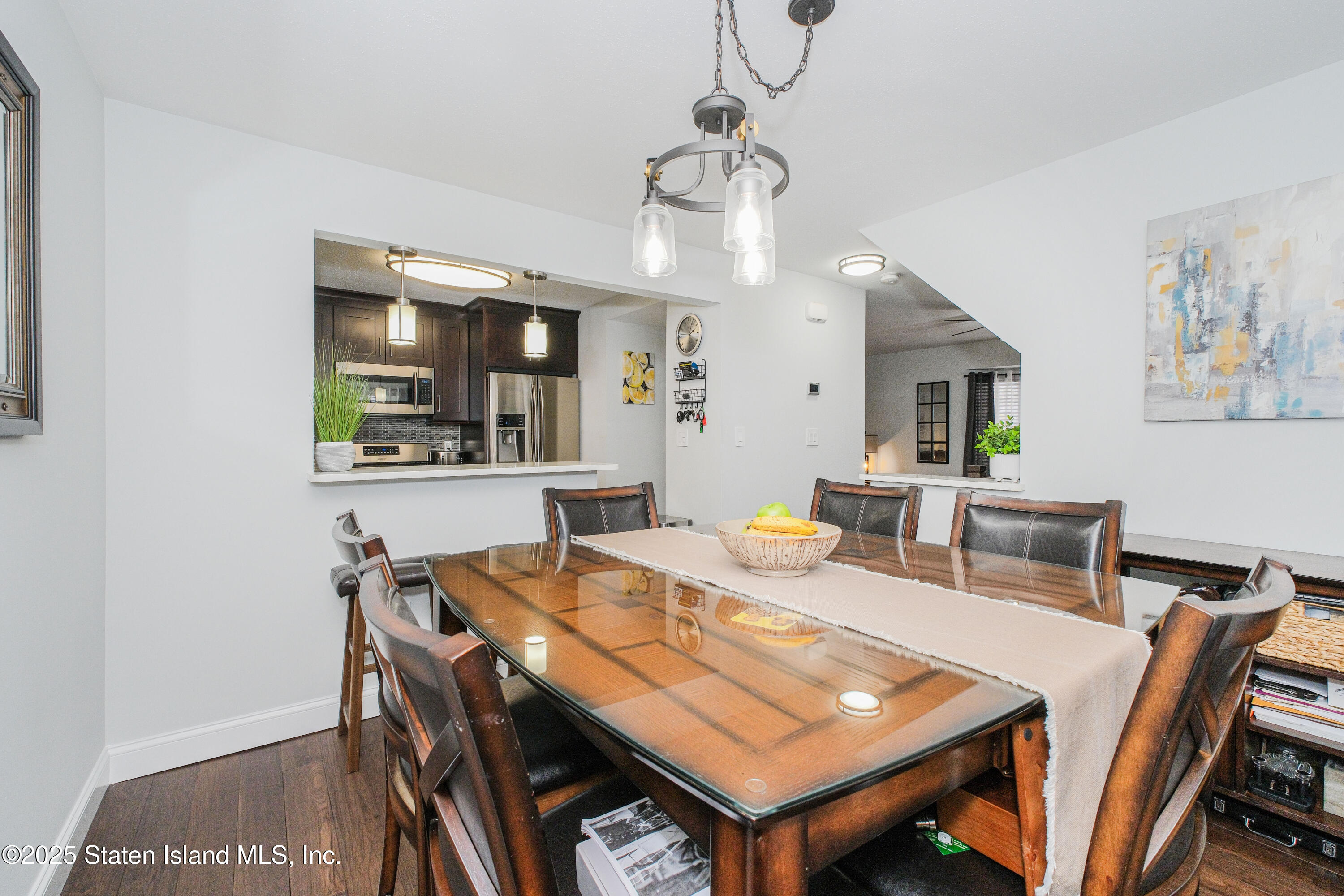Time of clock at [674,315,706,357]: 2:03
